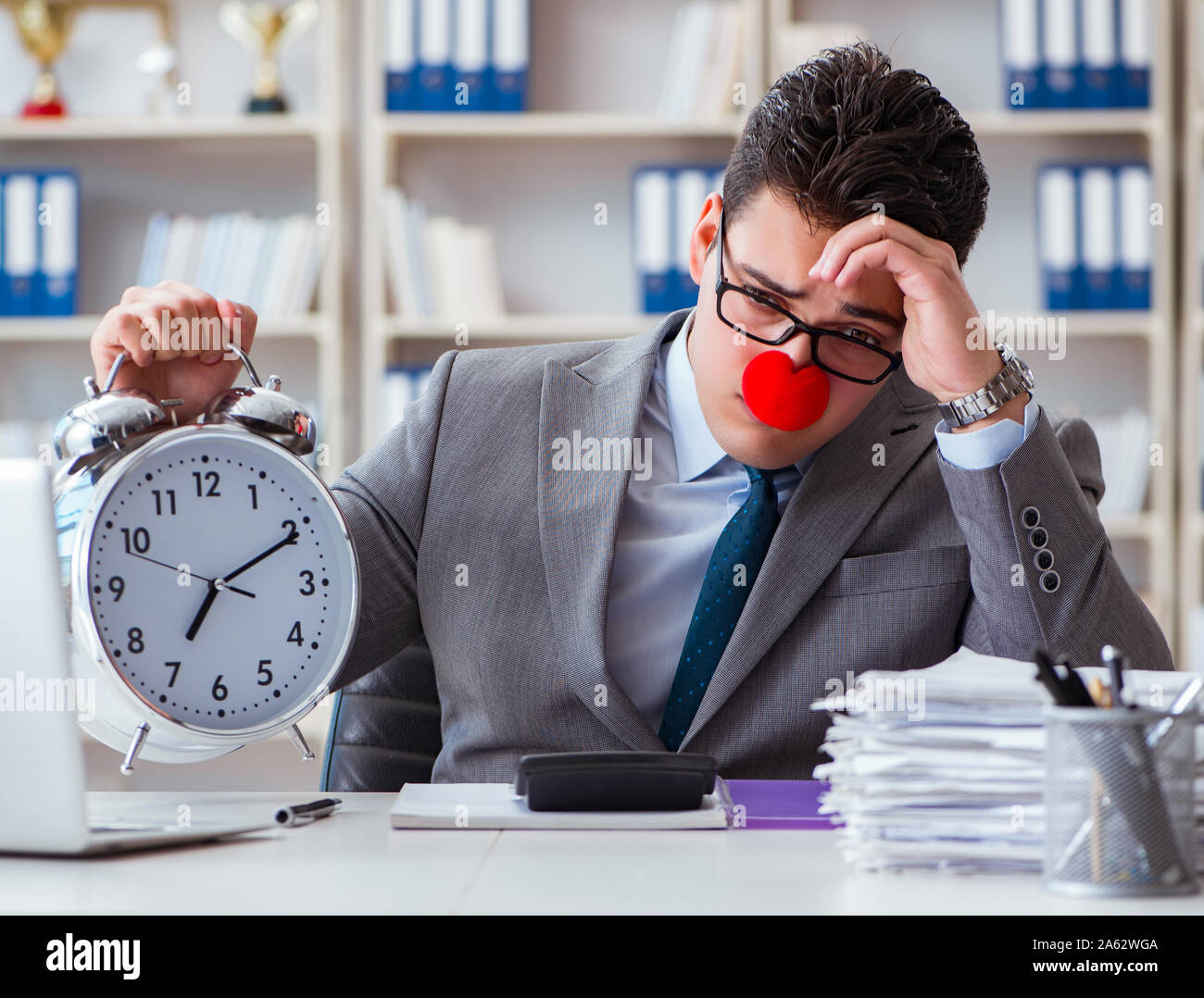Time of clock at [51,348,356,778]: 7:10
